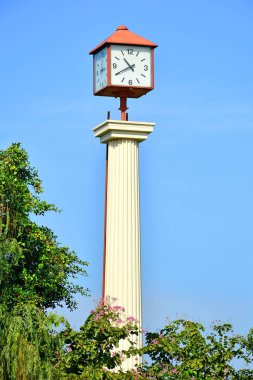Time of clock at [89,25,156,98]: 10:40
